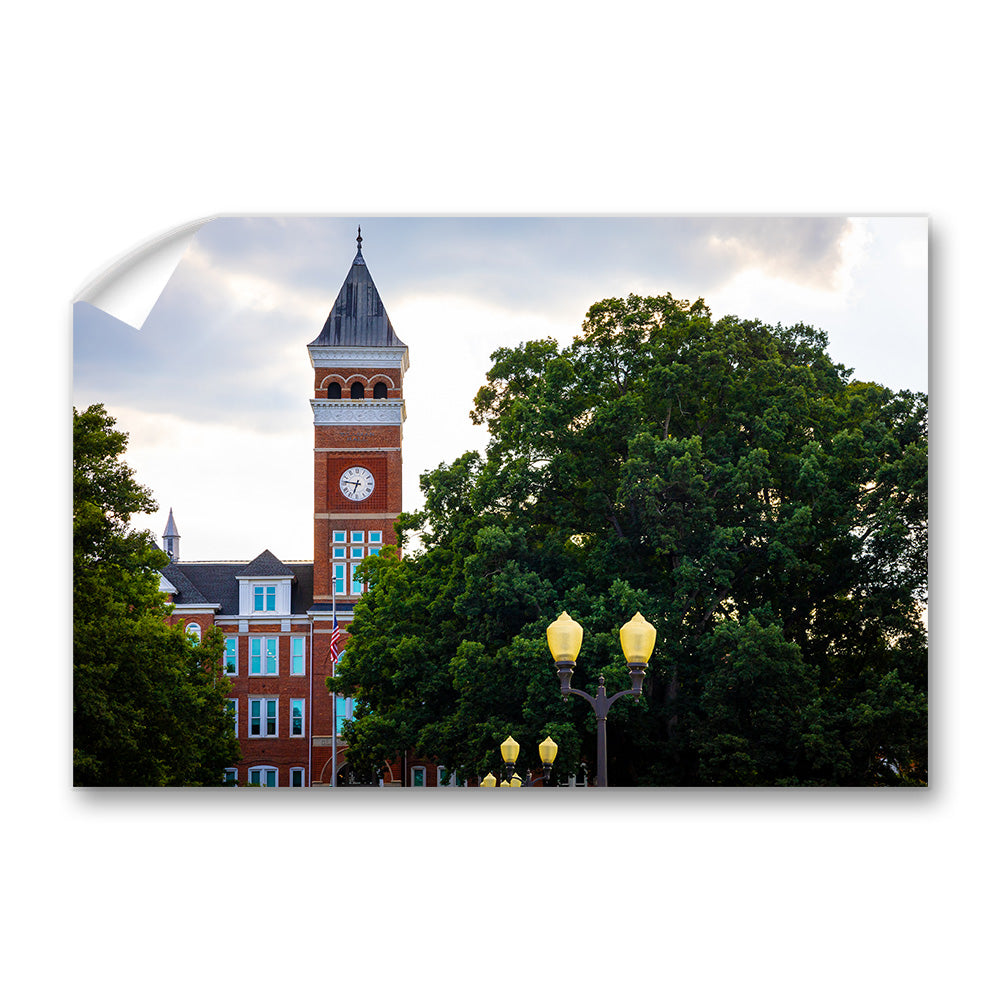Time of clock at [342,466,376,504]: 6:46
